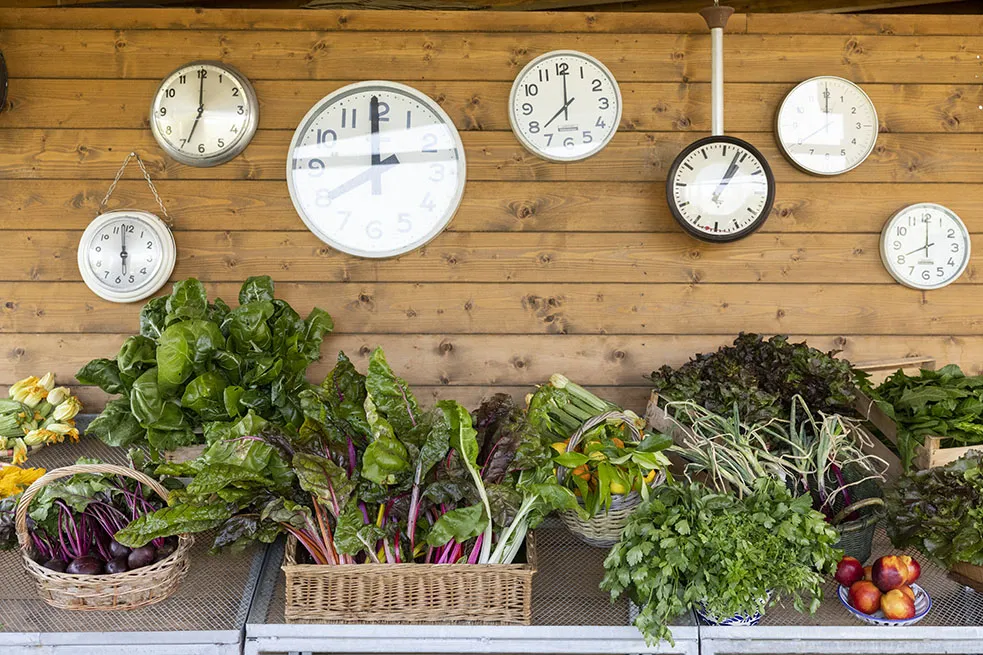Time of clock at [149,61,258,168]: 7:00
